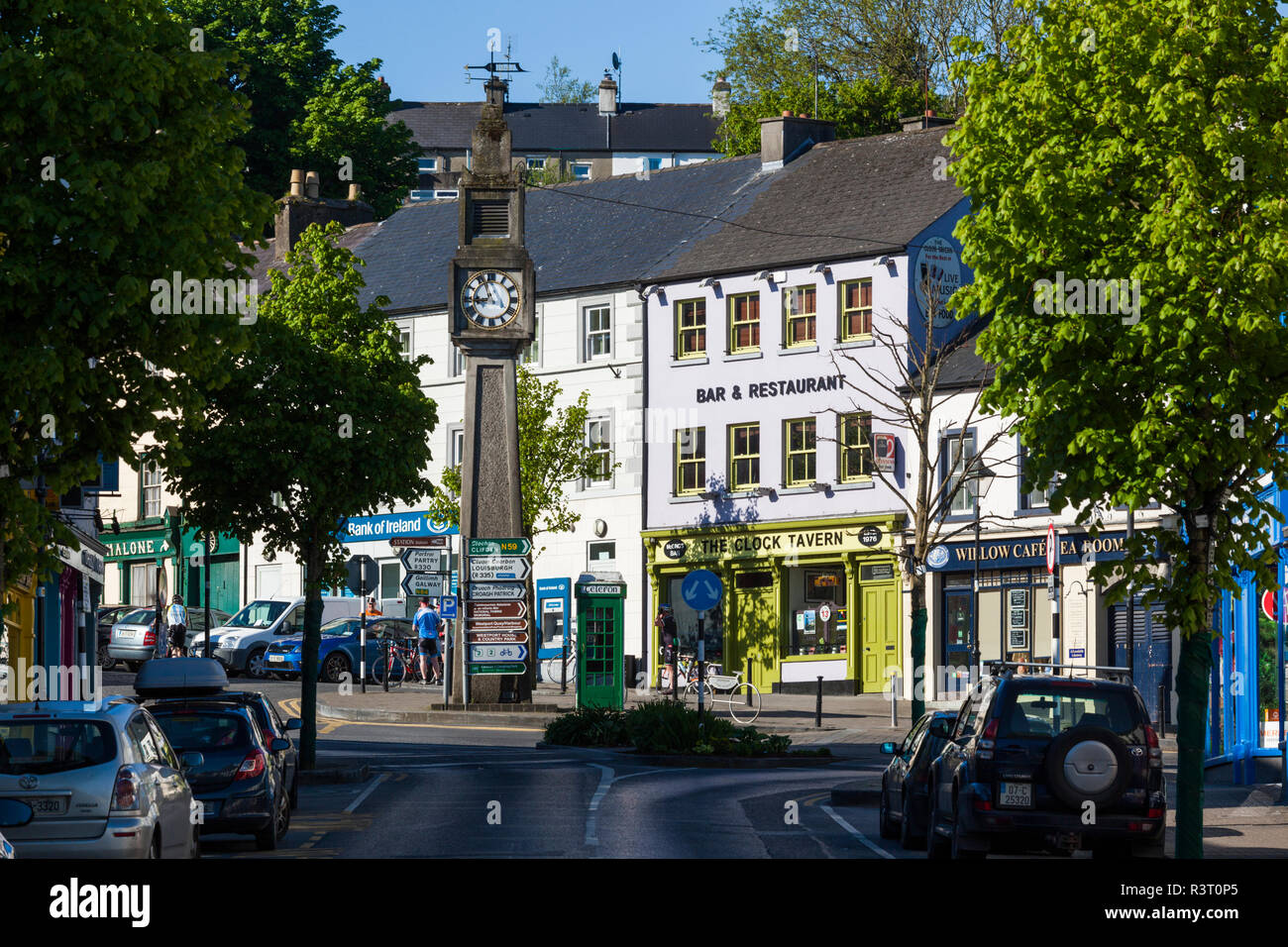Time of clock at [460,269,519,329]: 8:56
